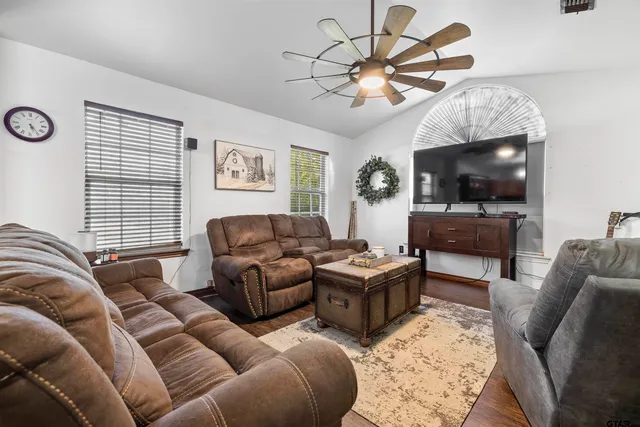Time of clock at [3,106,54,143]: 5:23
